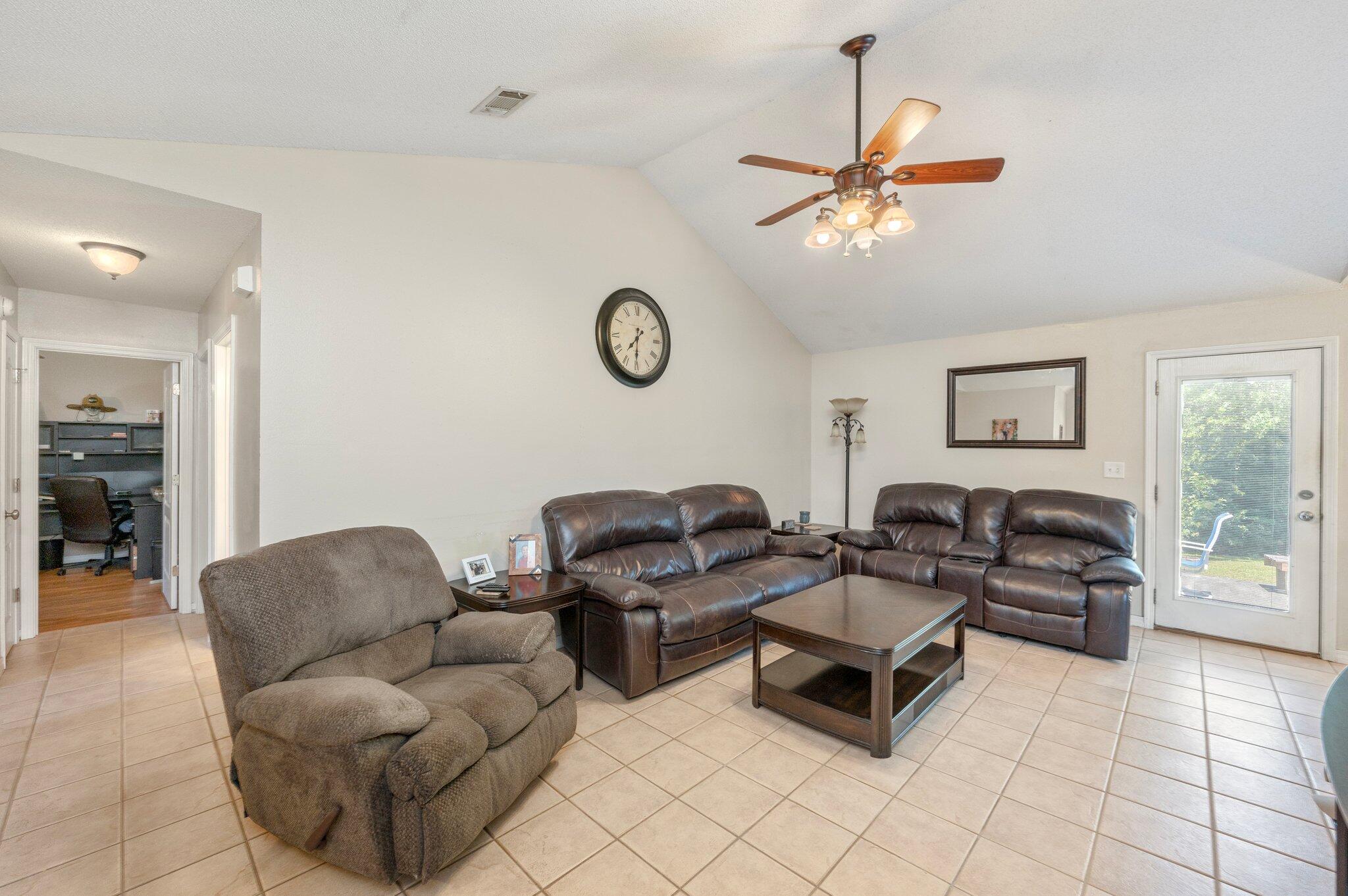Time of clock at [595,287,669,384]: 7:29
